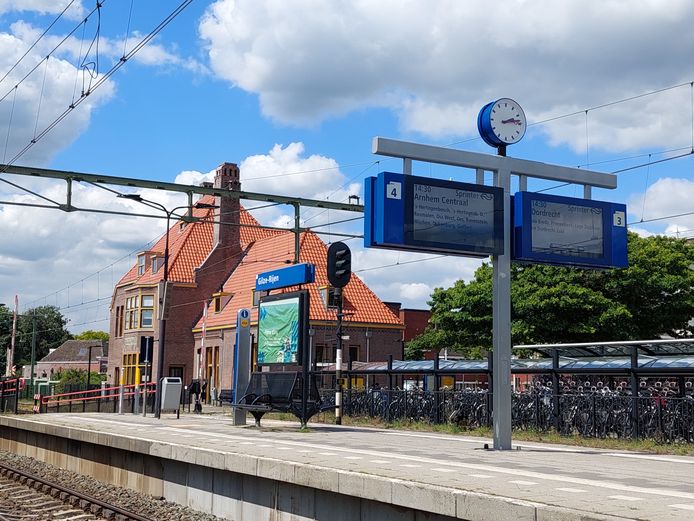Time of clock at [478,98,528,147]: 2:13
